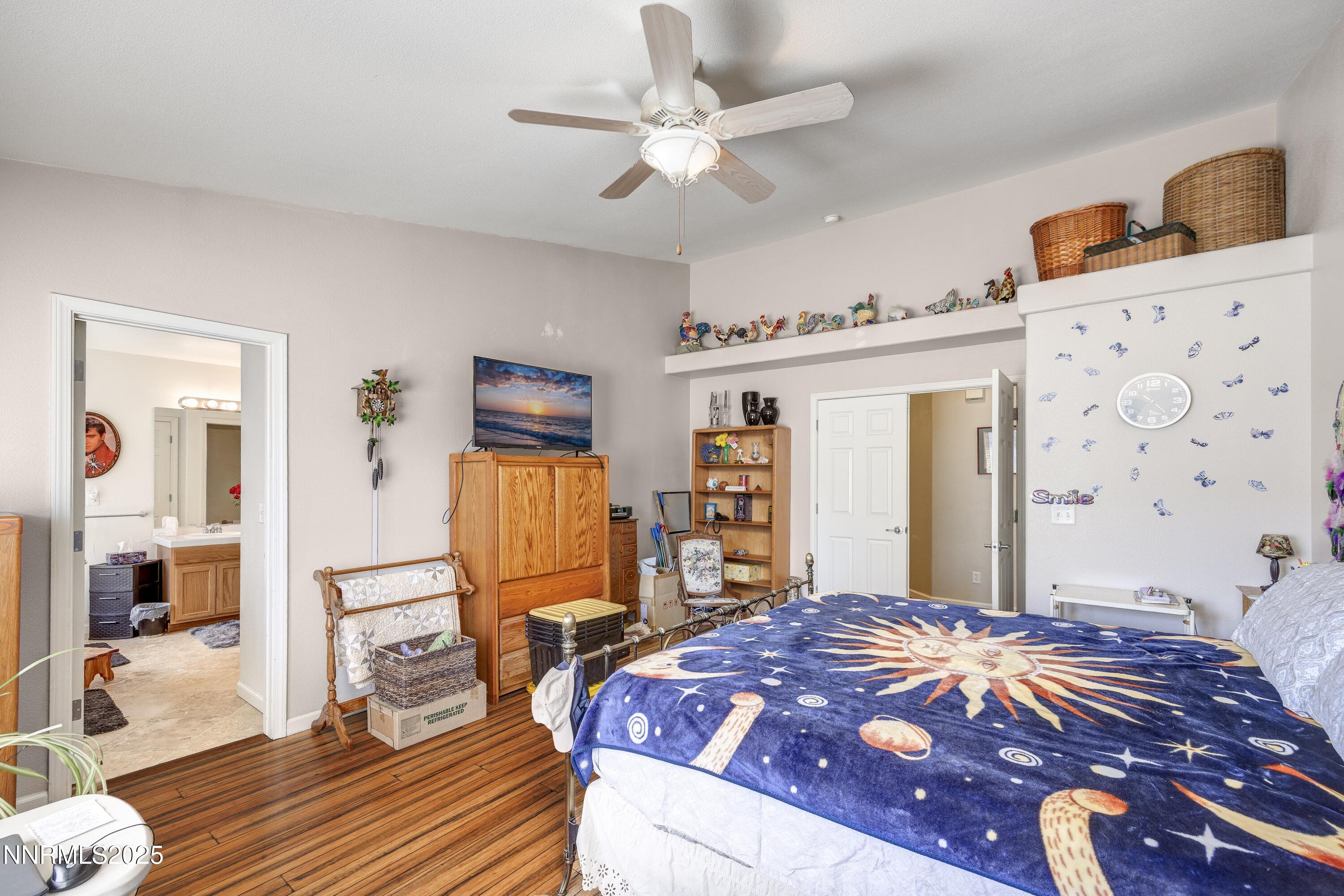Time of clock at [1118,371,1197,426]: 10:23
